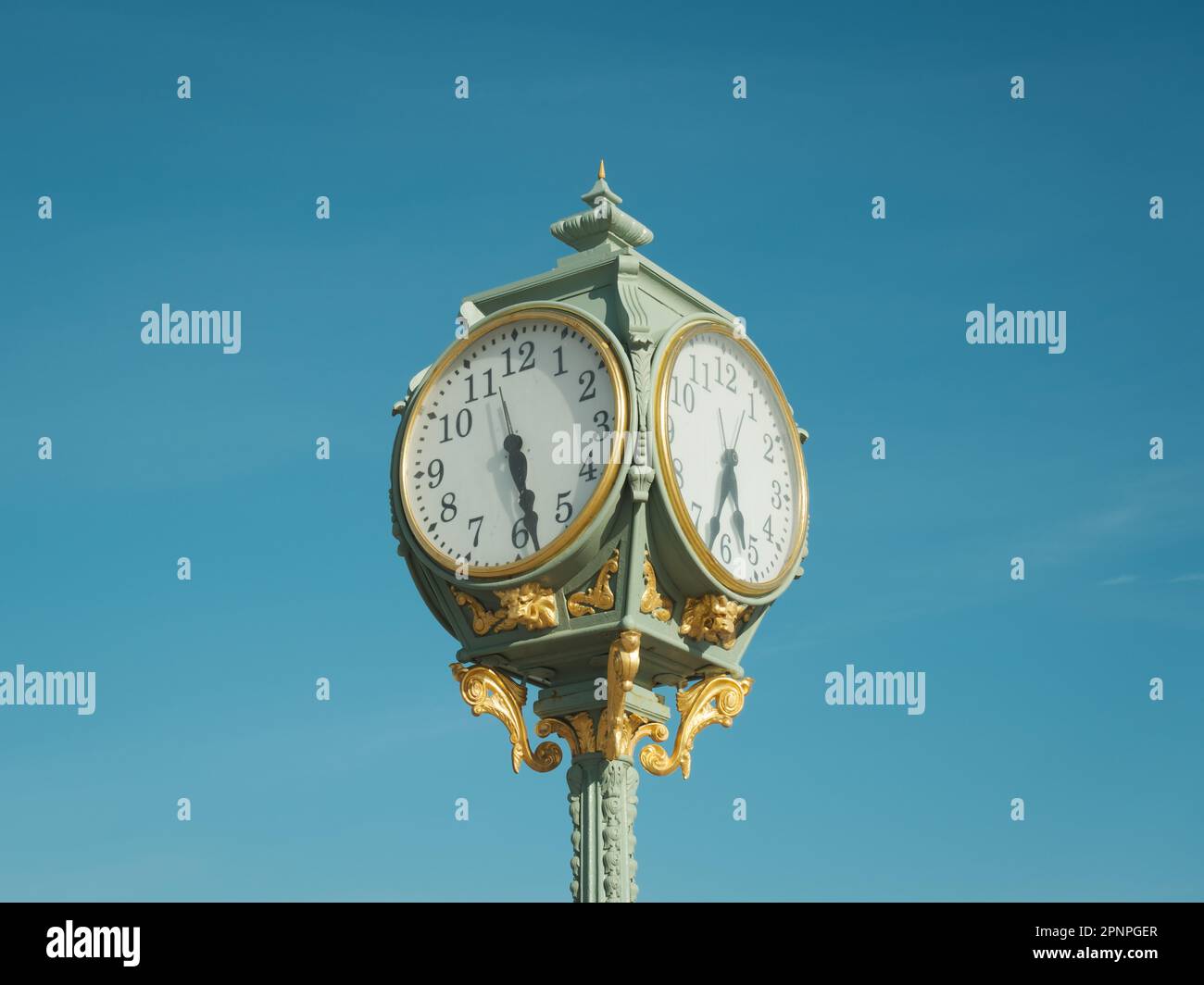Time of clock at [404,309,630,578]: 5:28
